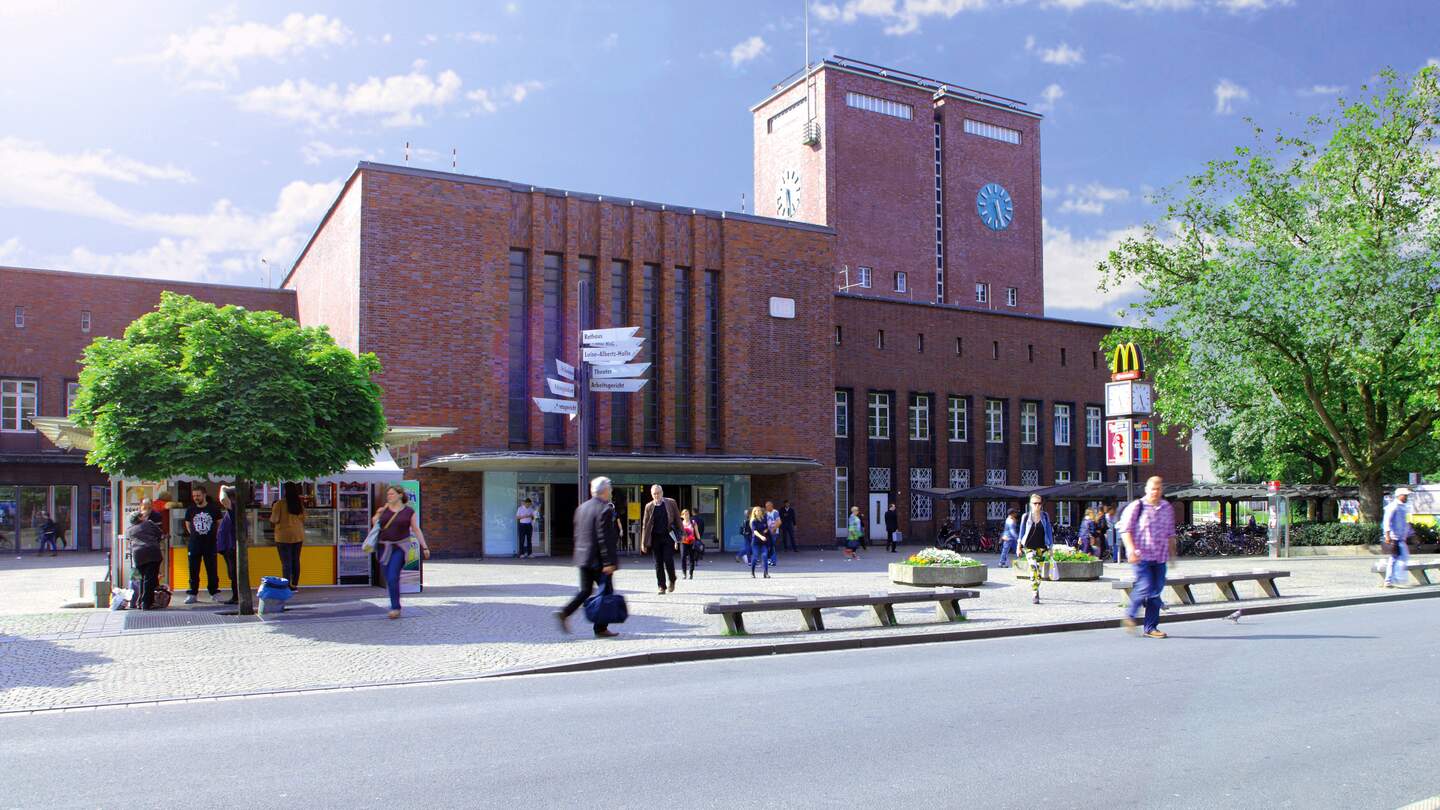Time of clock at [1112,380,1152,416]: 5:26
